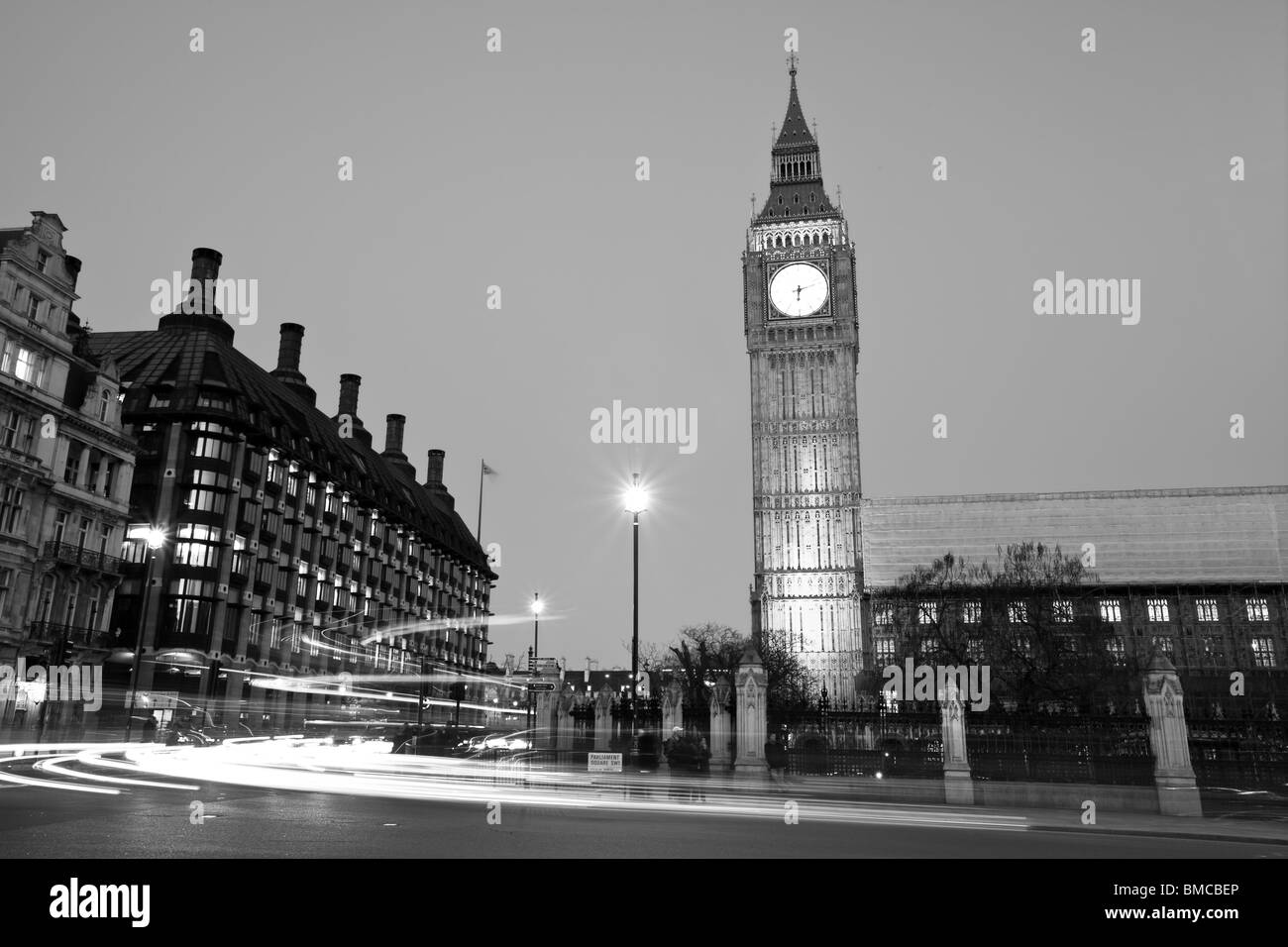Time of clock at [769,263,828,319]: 6:12
